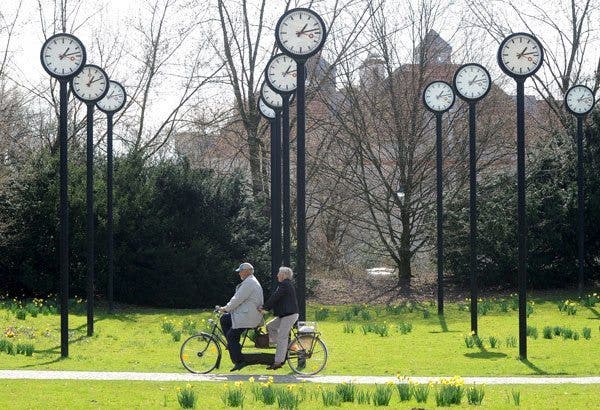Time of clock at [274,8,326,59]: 1:12
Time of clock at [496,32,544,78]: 1:13
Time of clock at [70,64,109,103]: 1:11
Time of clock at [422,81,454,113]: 1:13
